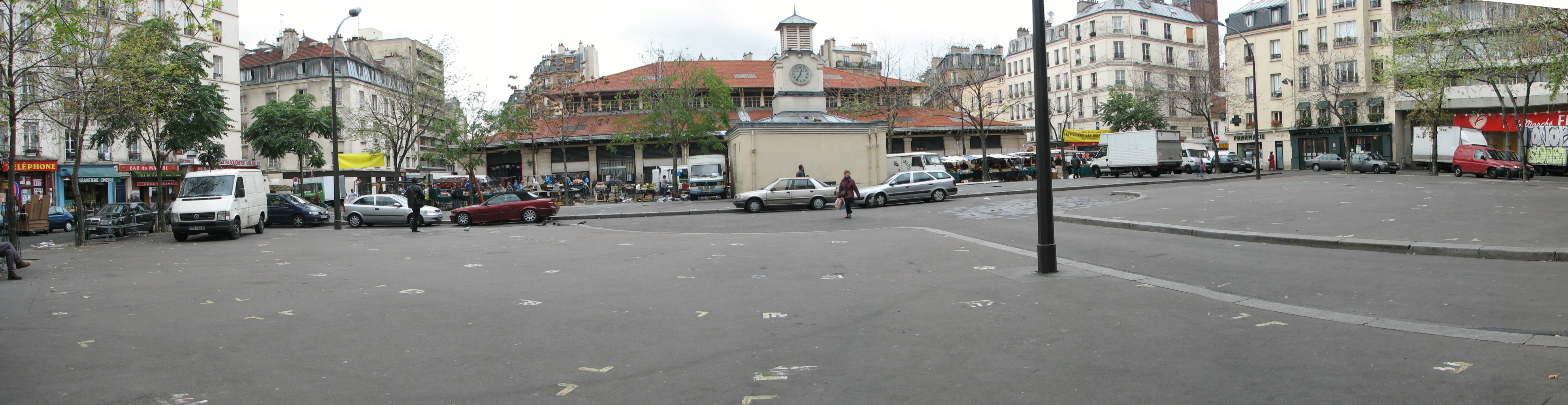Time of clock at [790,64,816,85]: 12:36
